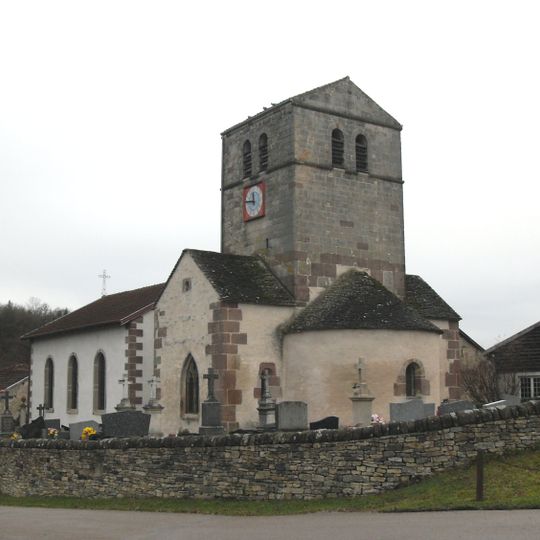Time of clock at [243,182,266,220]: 11:46
